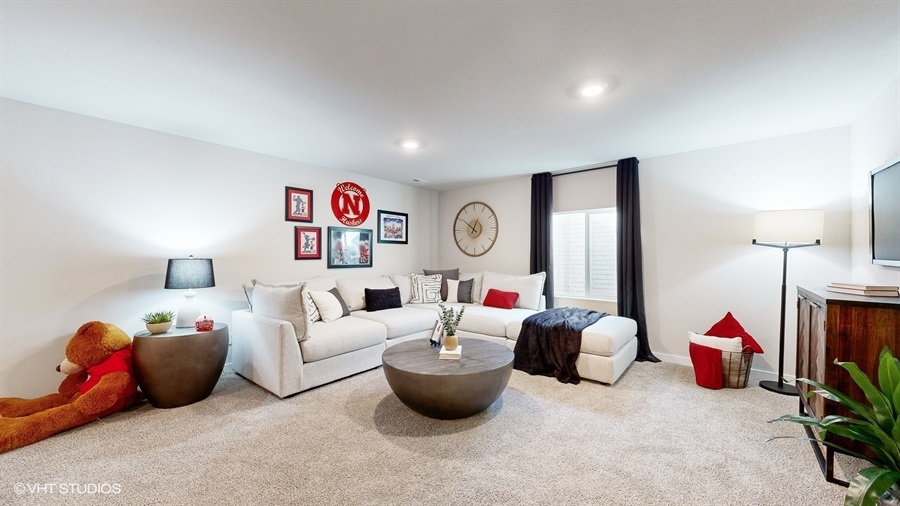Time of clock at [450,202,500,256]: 12:50
